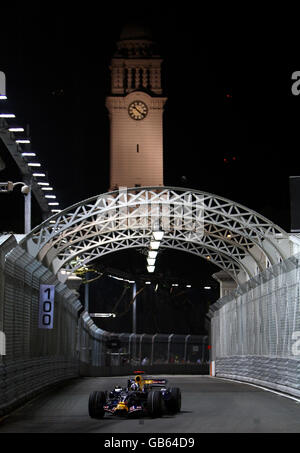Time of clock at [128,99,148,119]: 10:21
